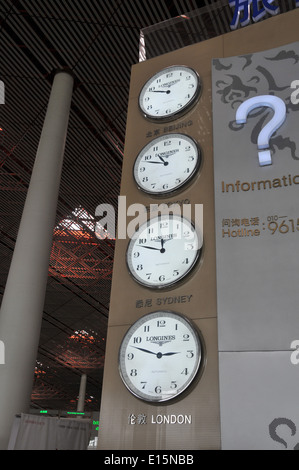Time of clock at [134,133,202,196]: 10:48
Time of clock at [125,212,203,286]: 11:48
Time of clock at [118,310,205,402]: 2:47
